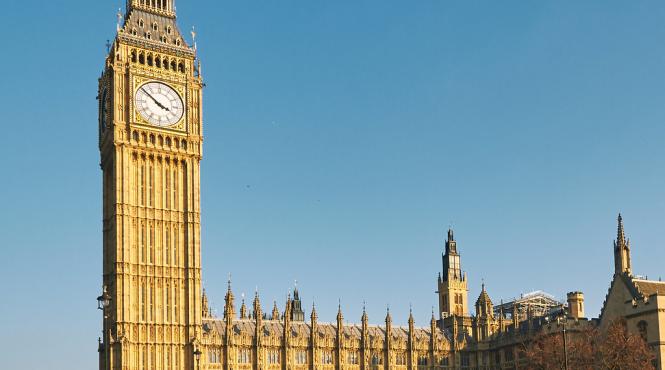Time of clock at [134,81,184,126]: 3:51
